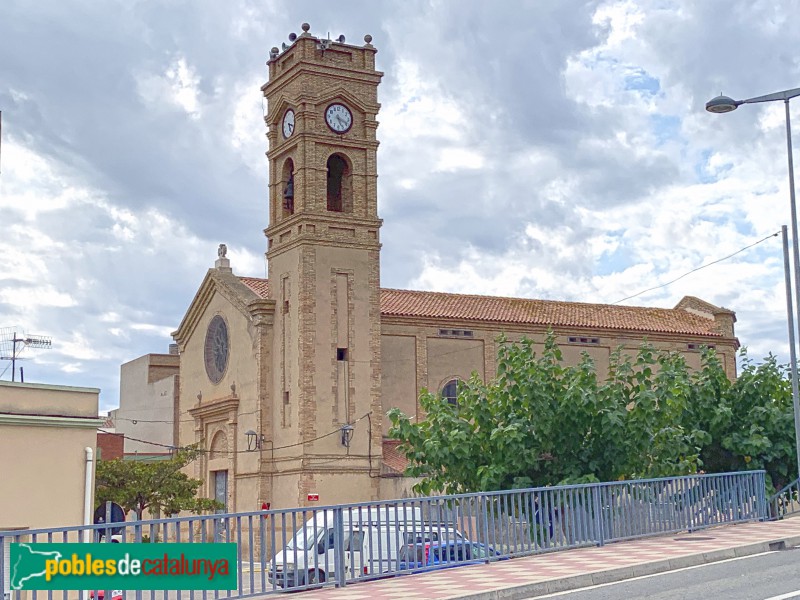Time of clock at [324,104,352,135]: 5:18
